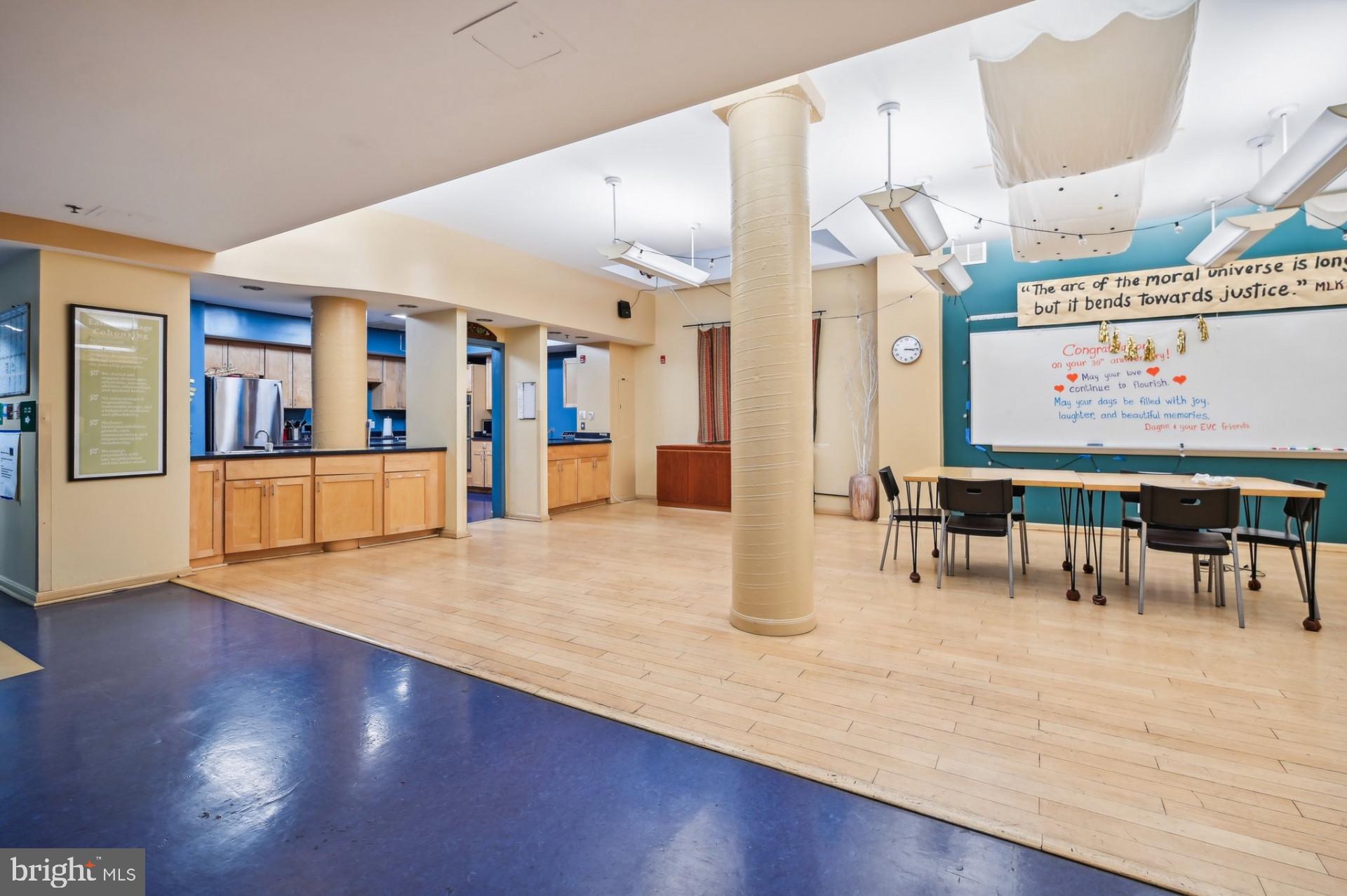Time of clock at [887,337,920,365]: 3:14
